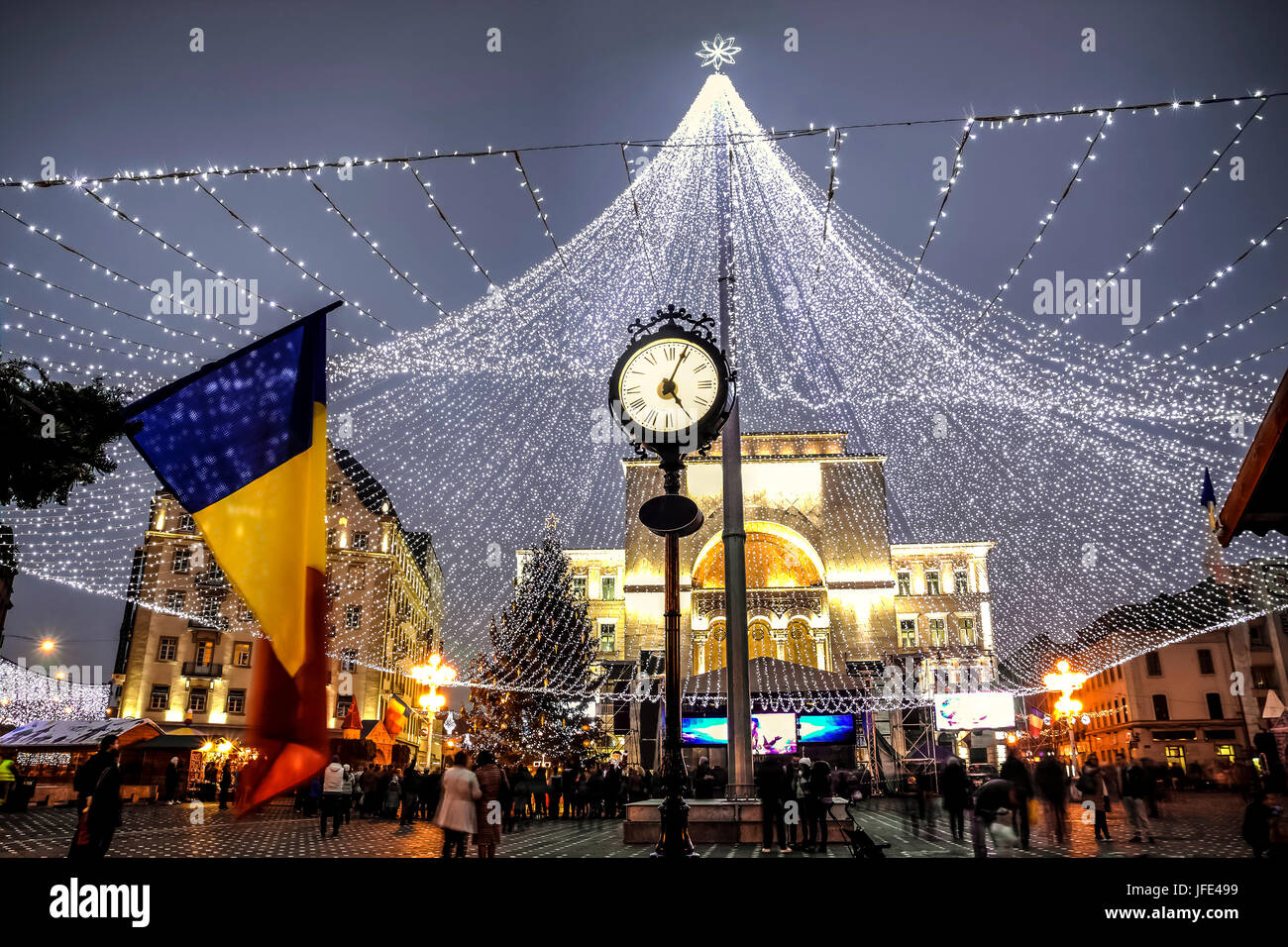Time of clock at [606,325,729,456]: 5:04
